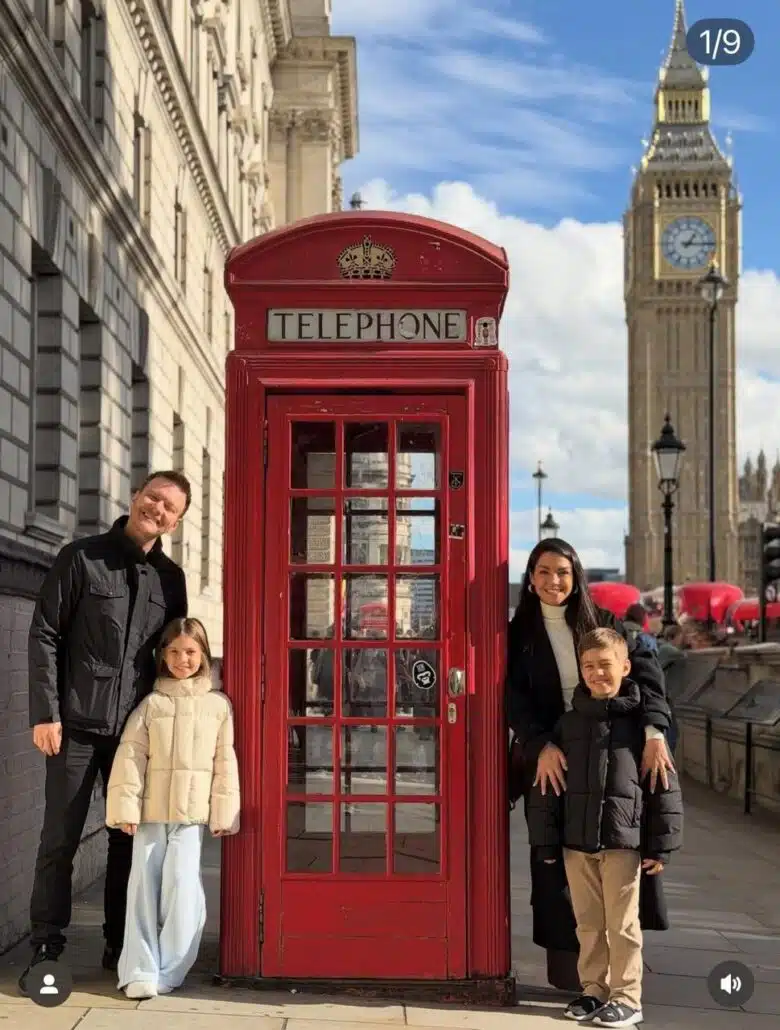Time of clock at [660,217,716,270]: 1:15
